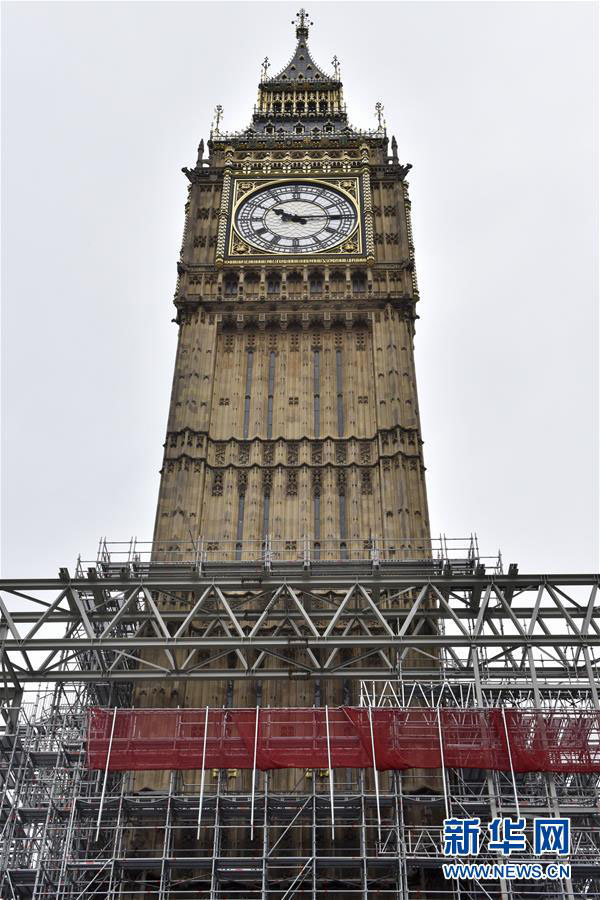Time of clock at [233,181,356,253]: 10:14
